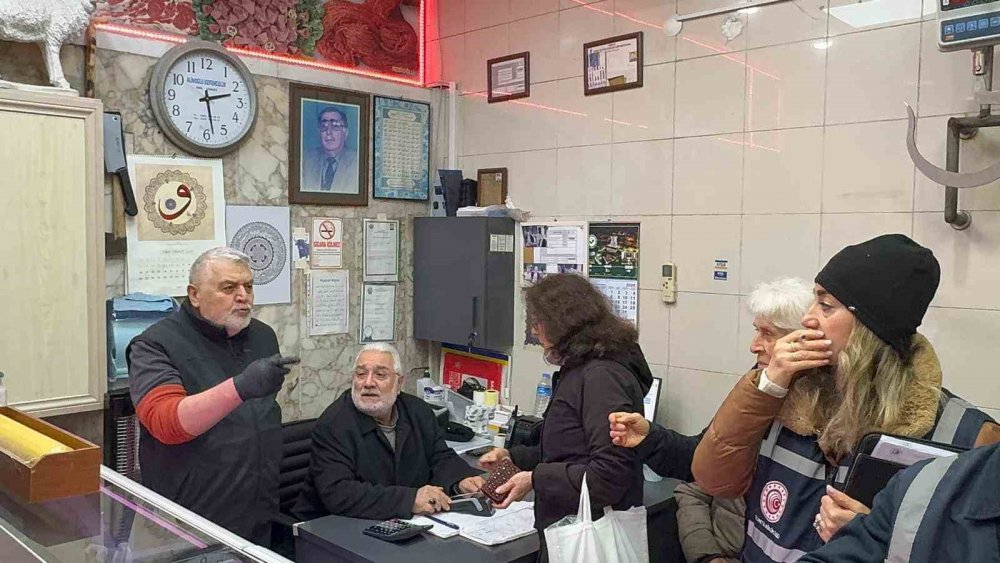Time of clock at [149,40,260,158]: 2:28
